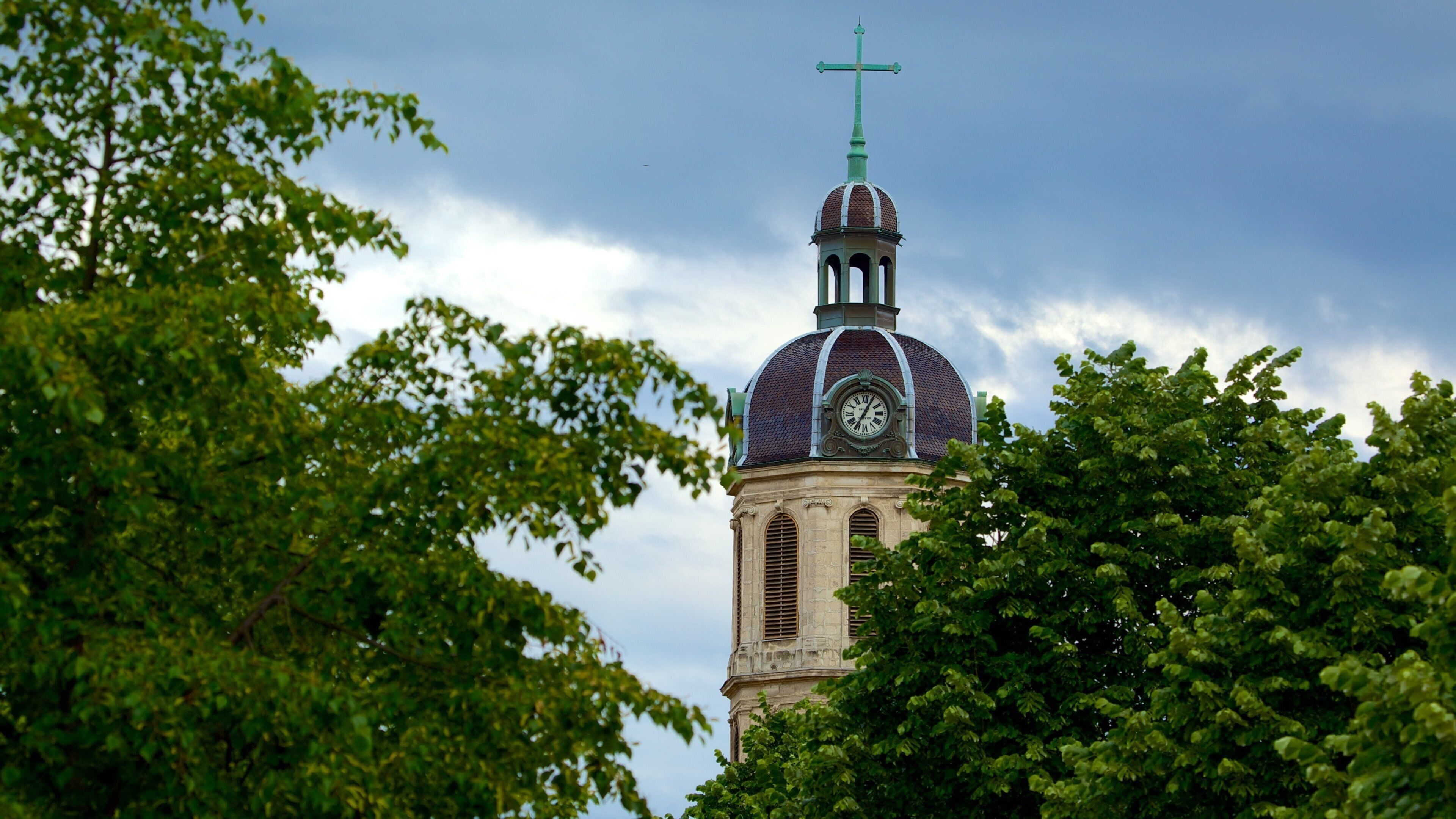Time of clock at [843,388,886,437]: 7:04
